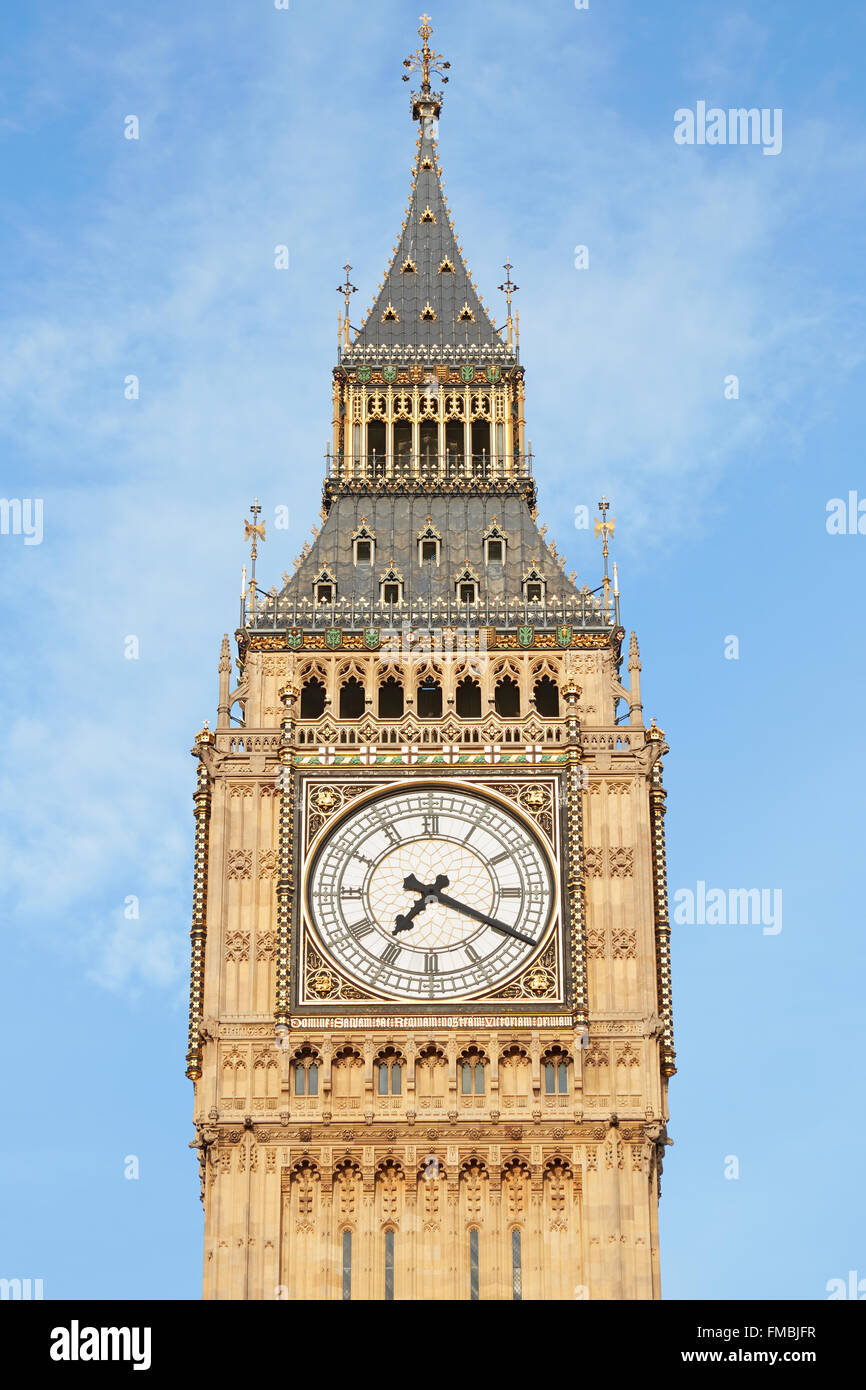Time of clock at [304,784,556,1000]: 7:19
